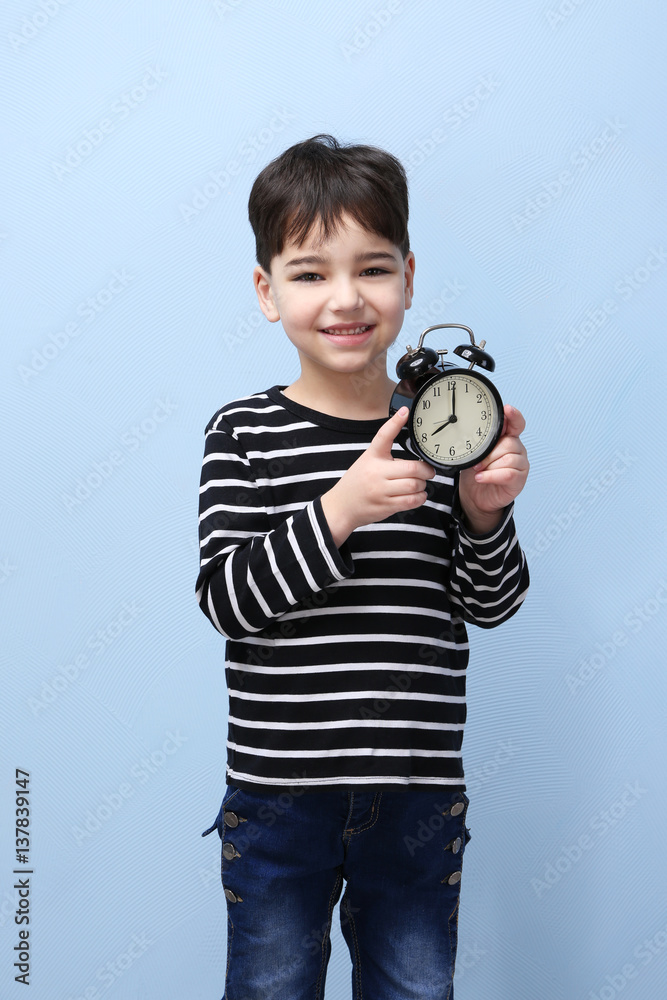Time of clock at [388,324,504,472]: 8:00
